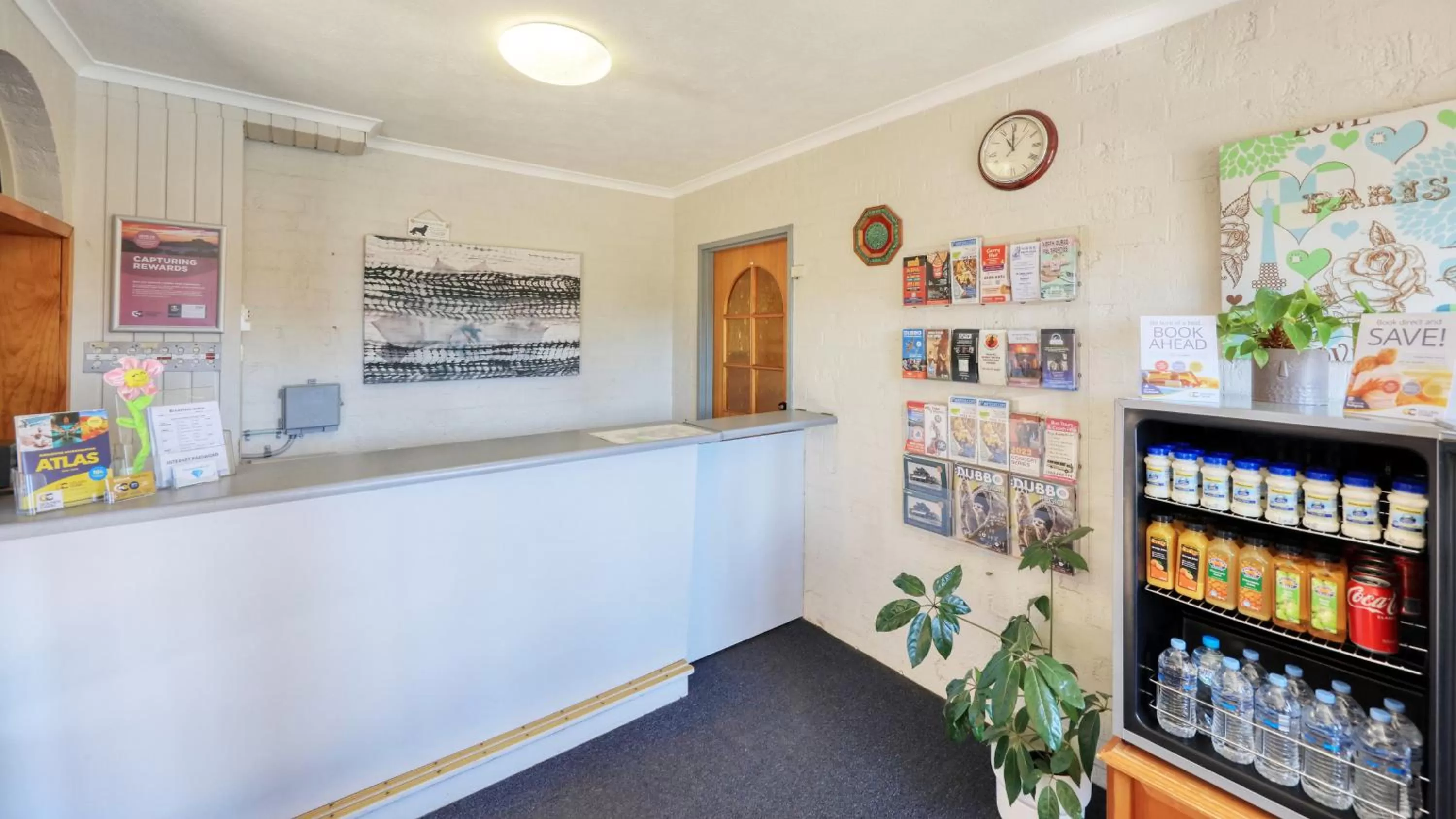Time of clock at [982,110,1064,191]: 11:00
